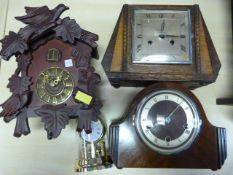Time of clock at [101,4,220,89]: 12:15
